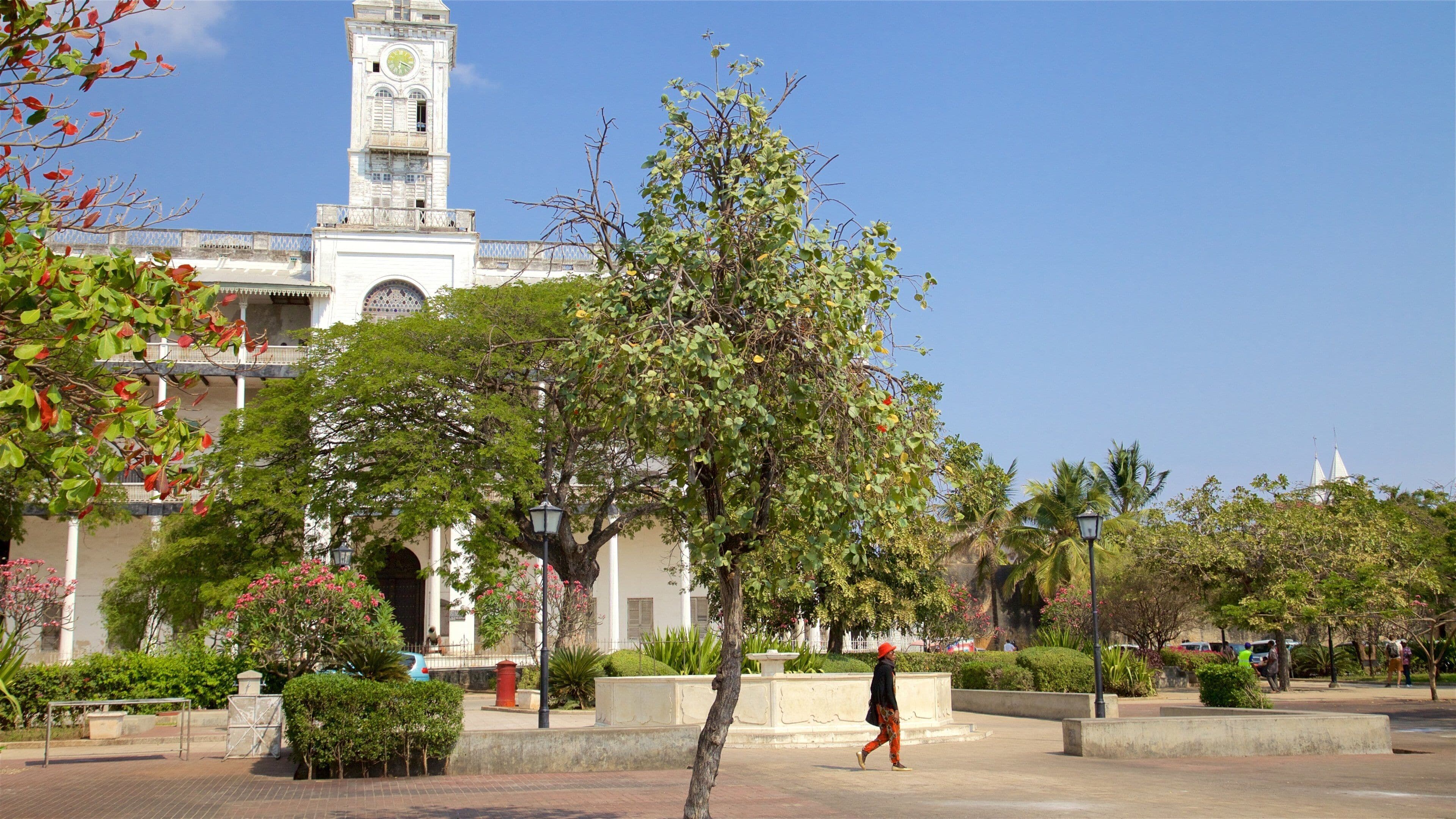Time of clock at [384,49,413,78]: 6:18
